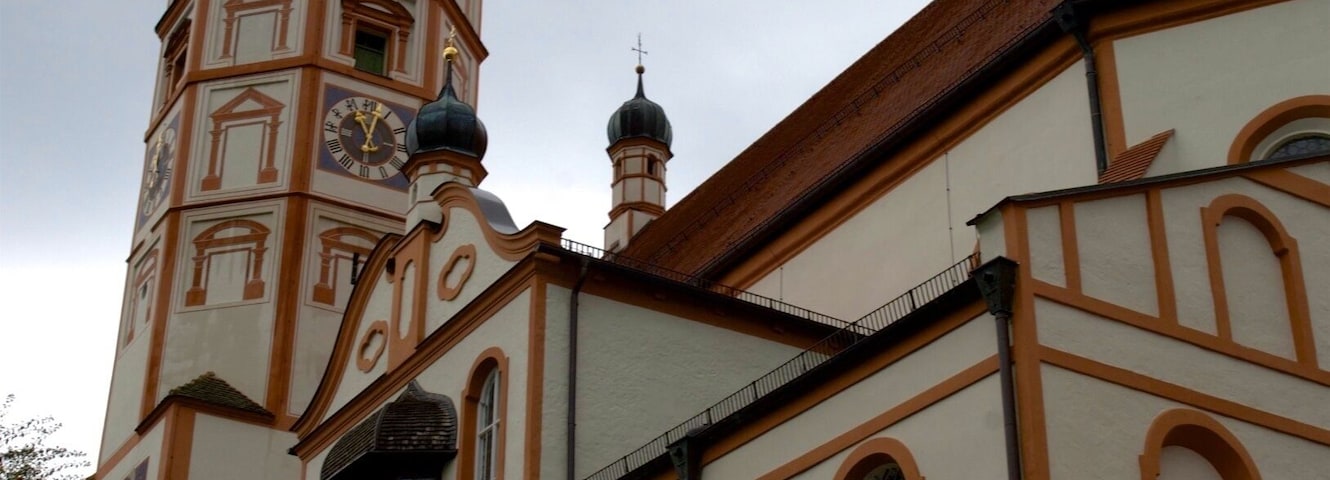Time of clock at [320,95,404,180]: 11:02
